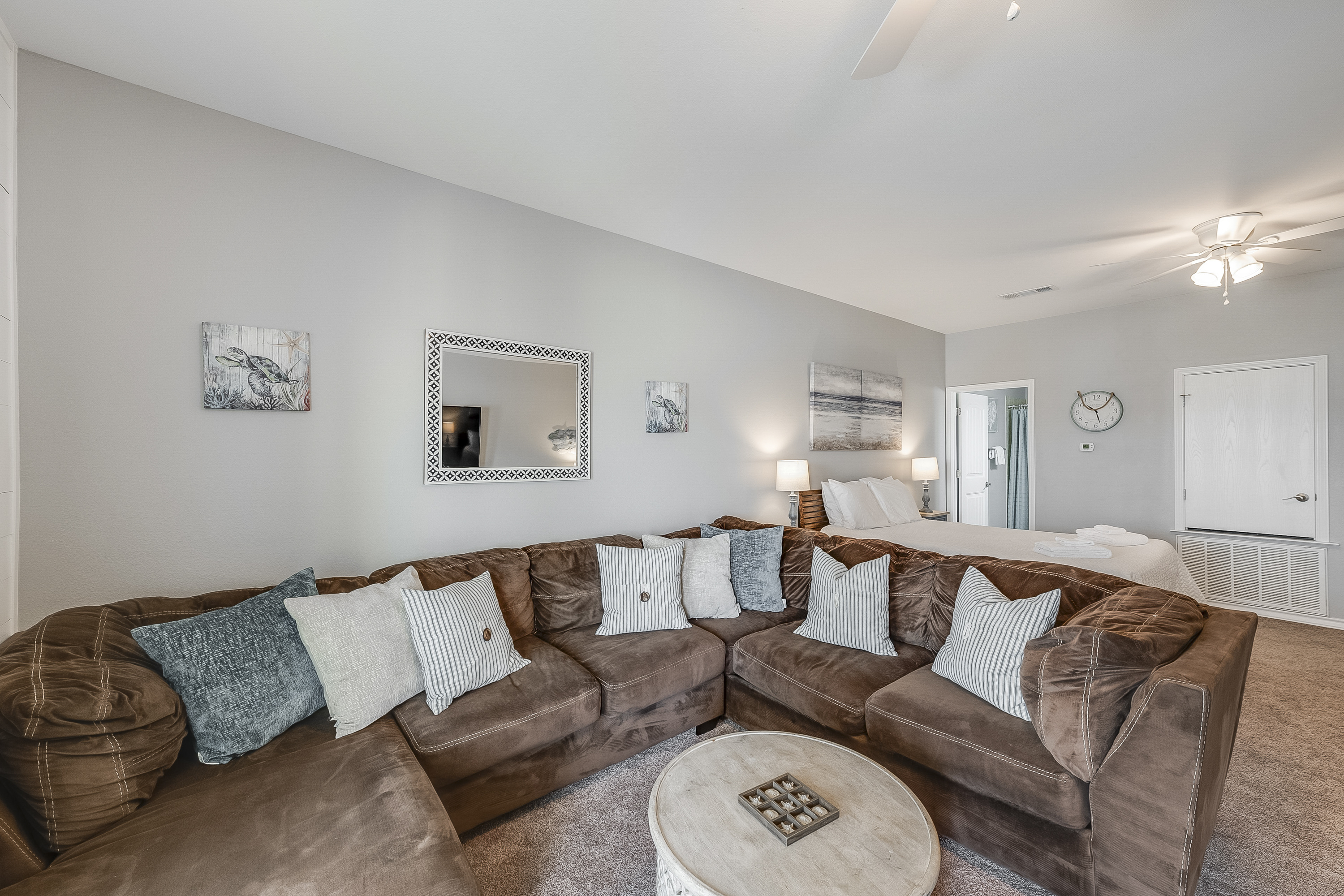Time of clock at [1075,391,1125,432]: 10:27
